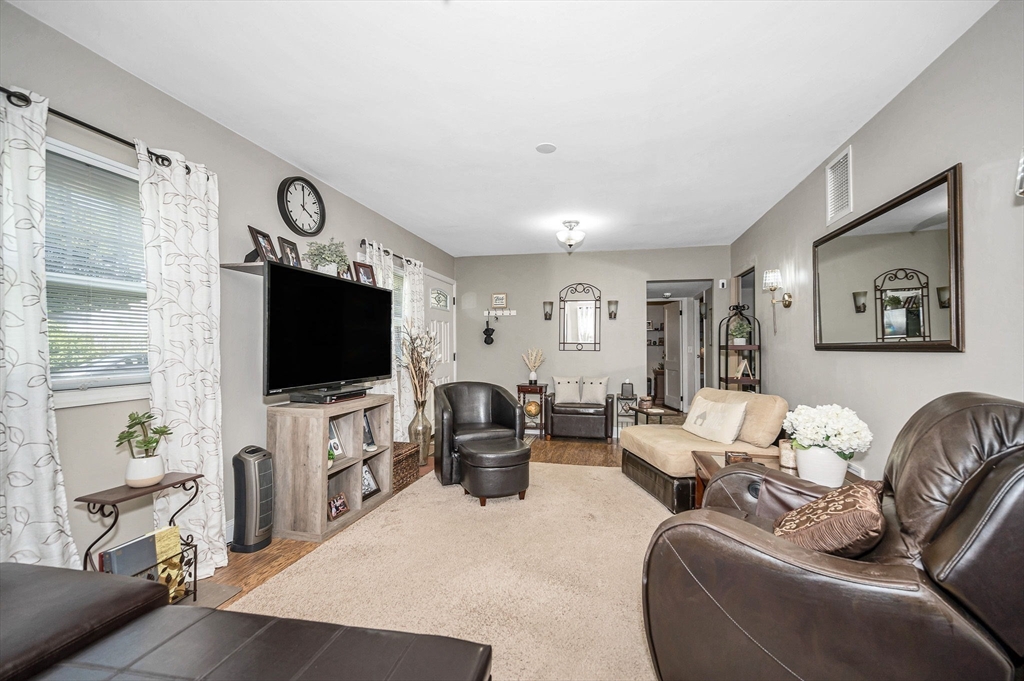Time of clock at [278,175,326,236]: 4:00
